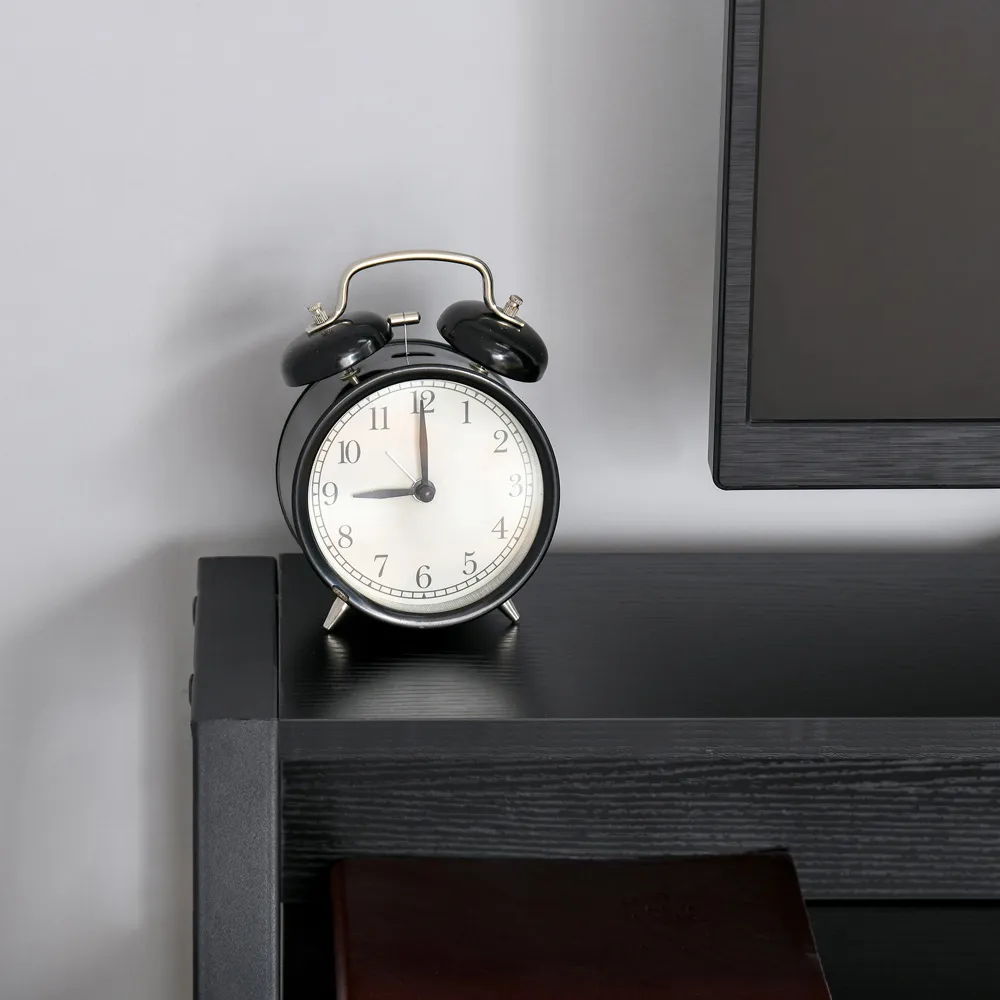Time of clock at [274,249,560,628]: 9:00
